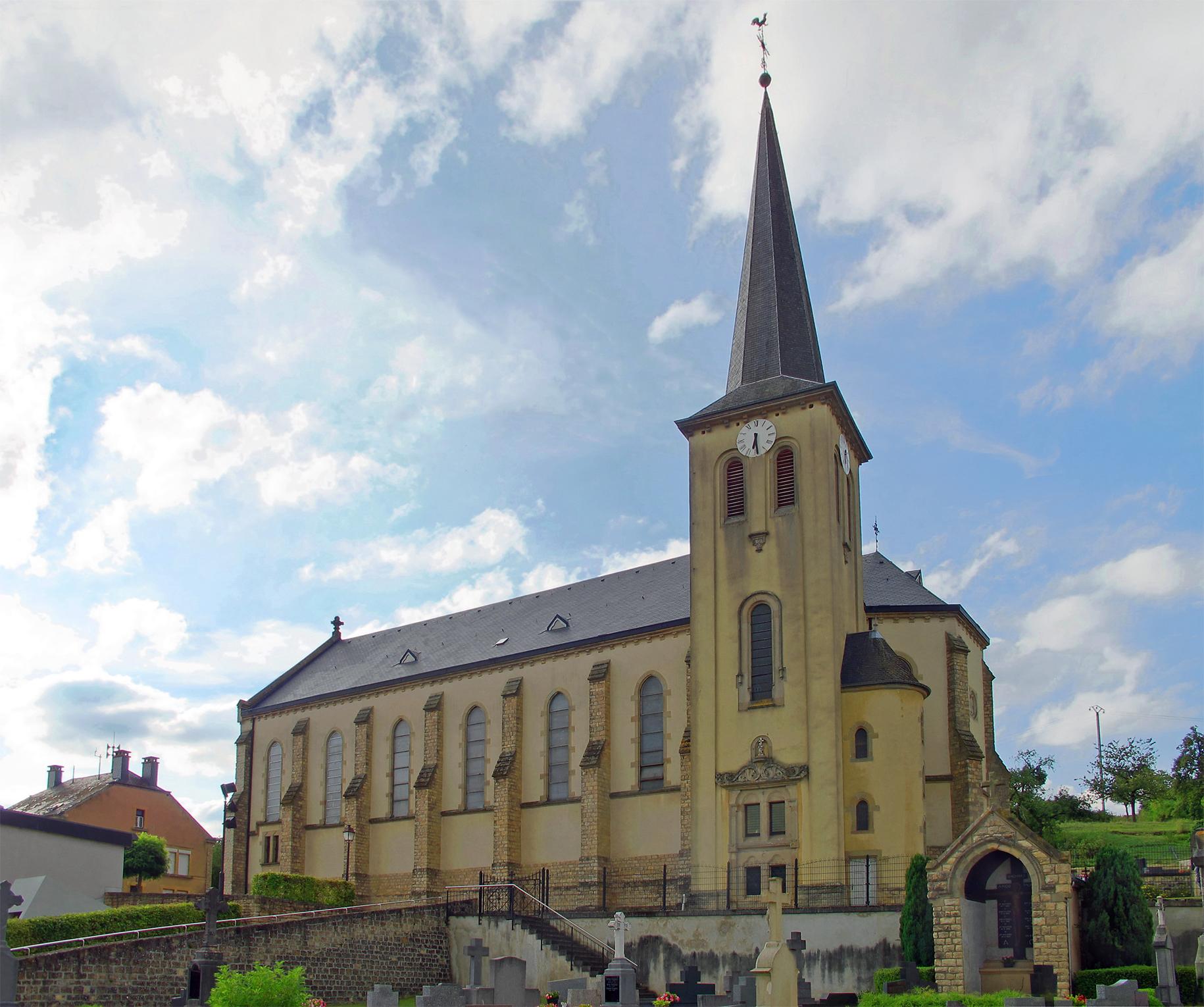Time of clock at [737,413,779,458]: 6:29
